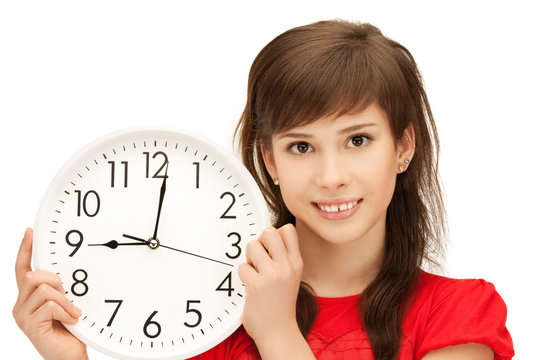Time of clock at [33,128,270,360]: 9:01
